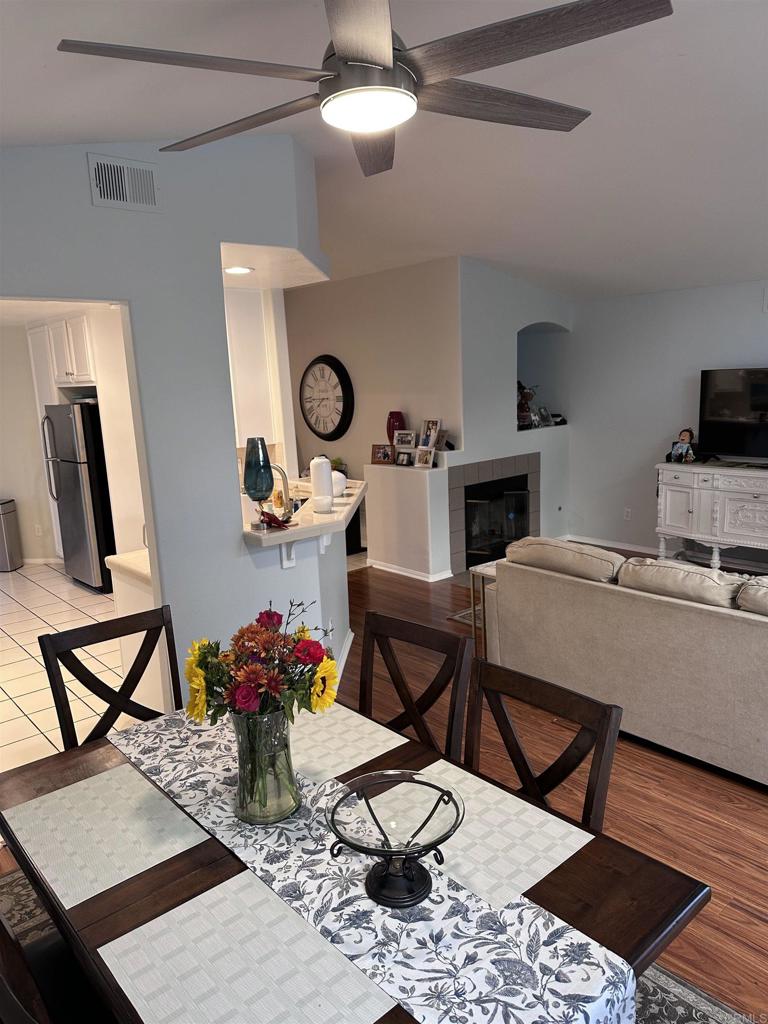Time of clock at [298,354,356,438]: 7:44
